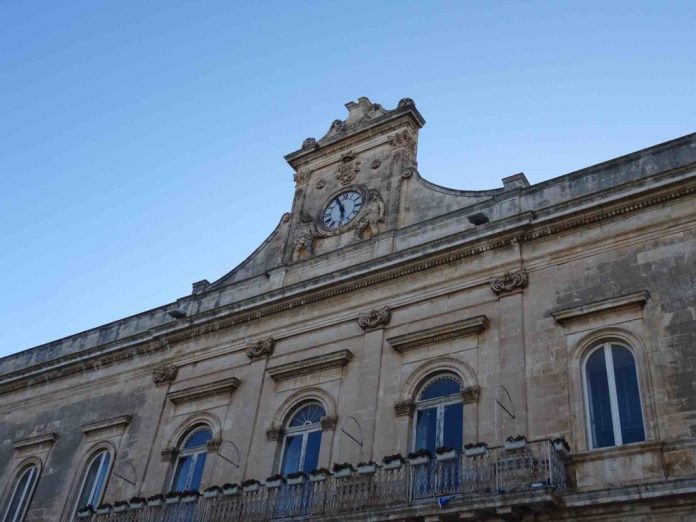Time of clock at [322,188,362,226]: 5:55
